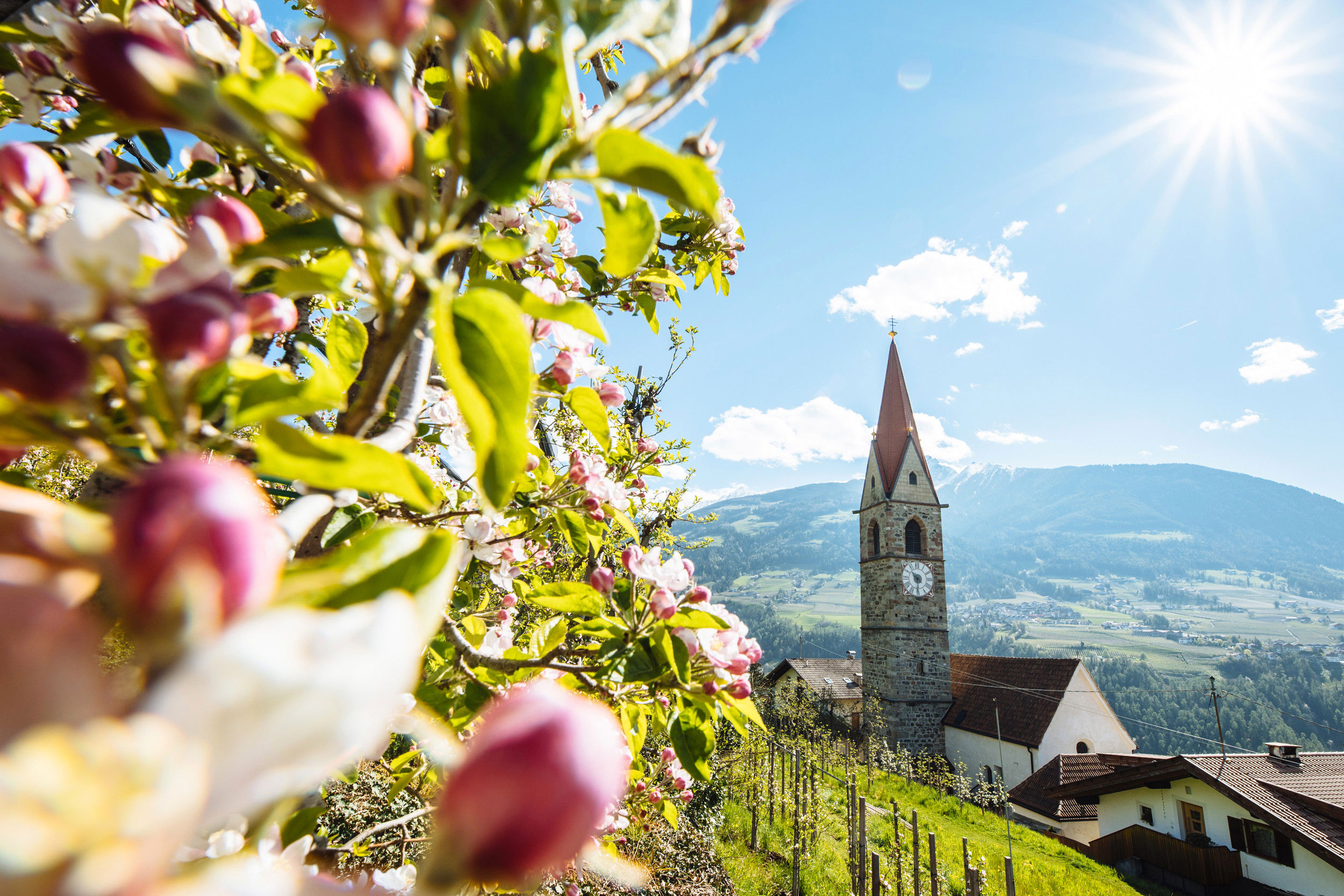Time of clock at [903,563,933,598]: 10:30
